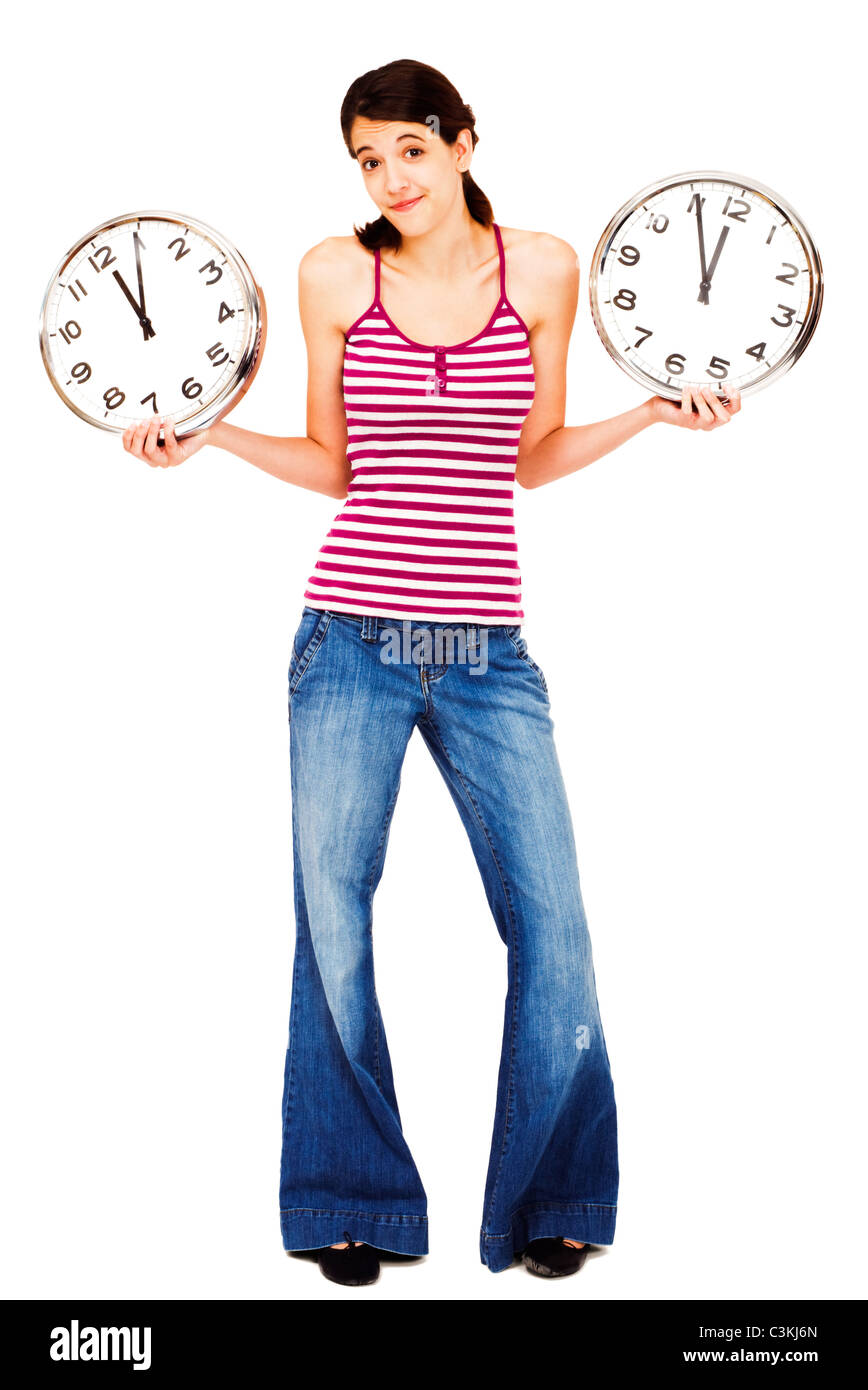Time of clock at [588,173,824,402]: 11:55
